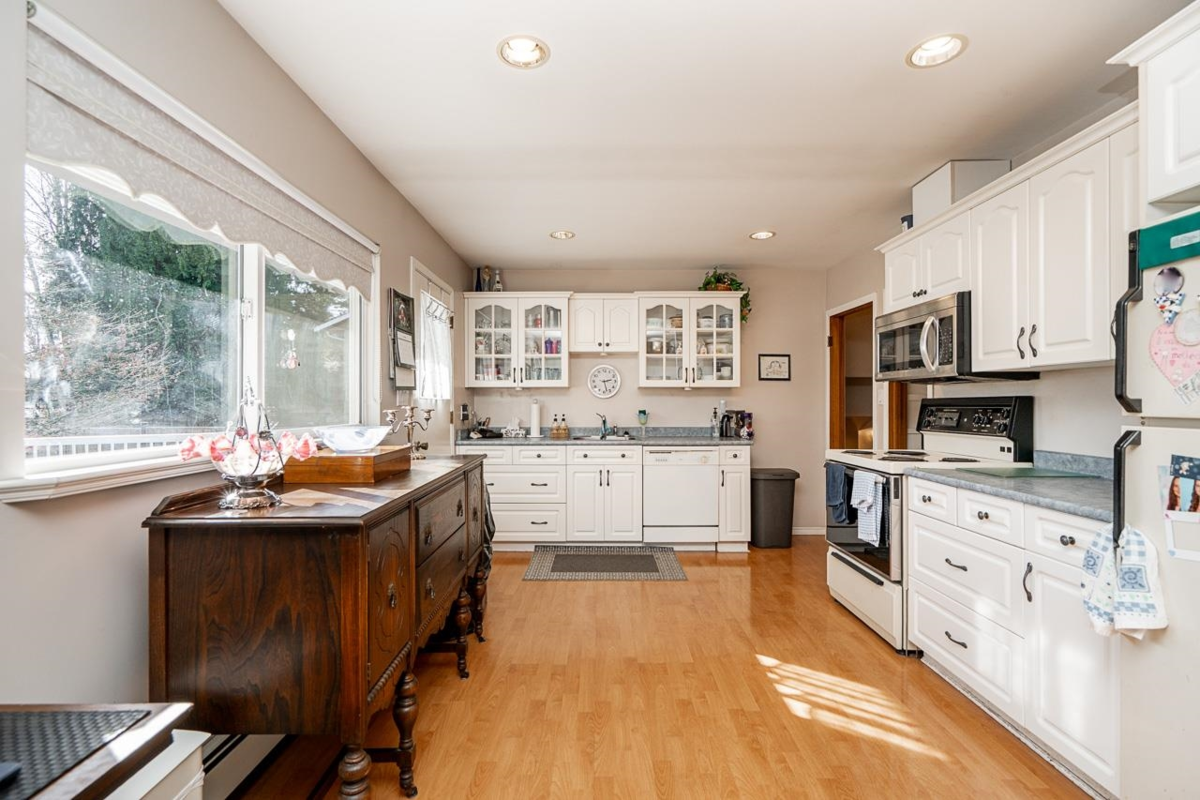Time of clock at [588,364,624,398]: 2:27
